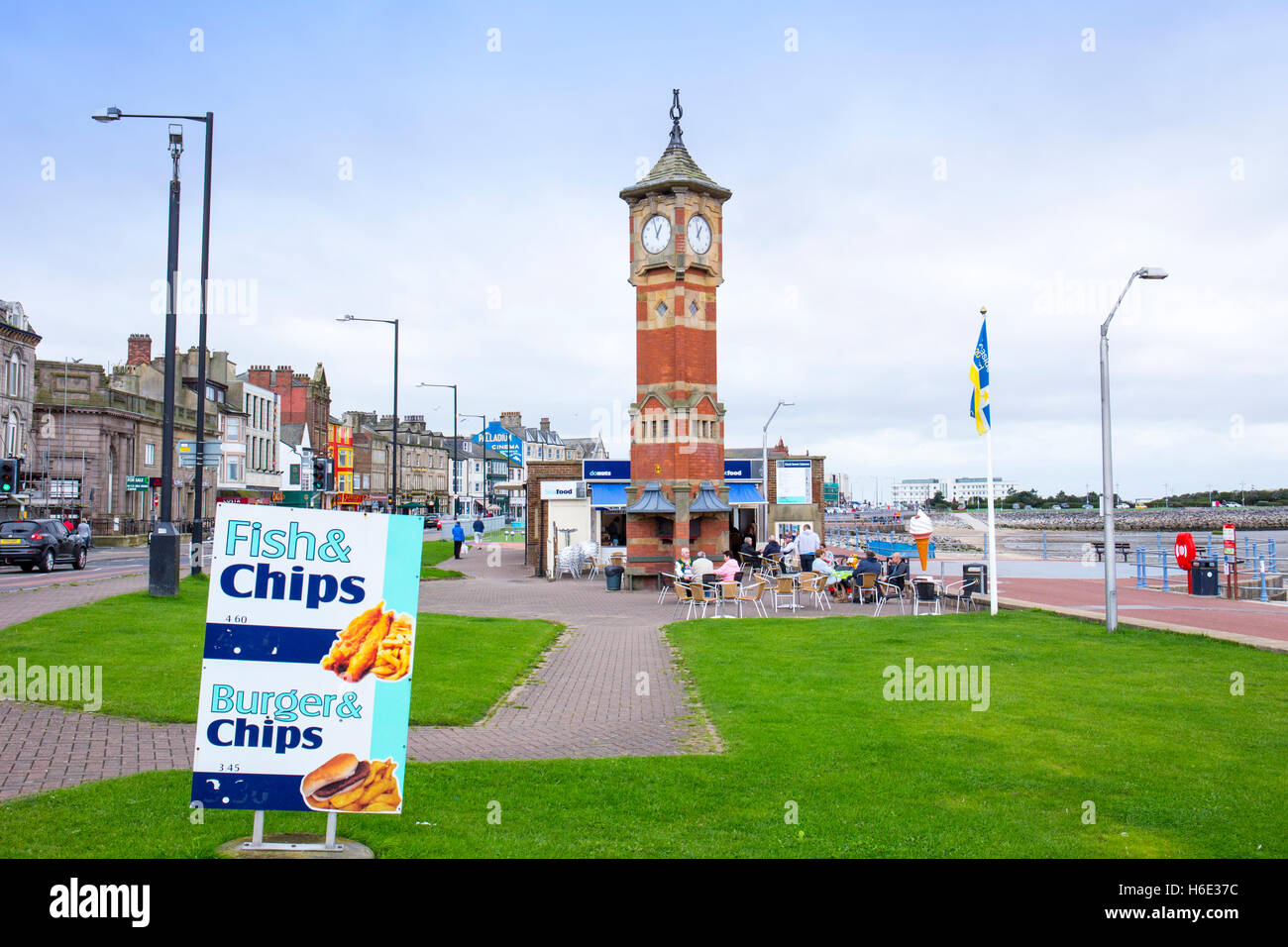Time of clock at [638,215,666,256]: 12:57
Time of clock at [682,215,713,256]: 12:57
